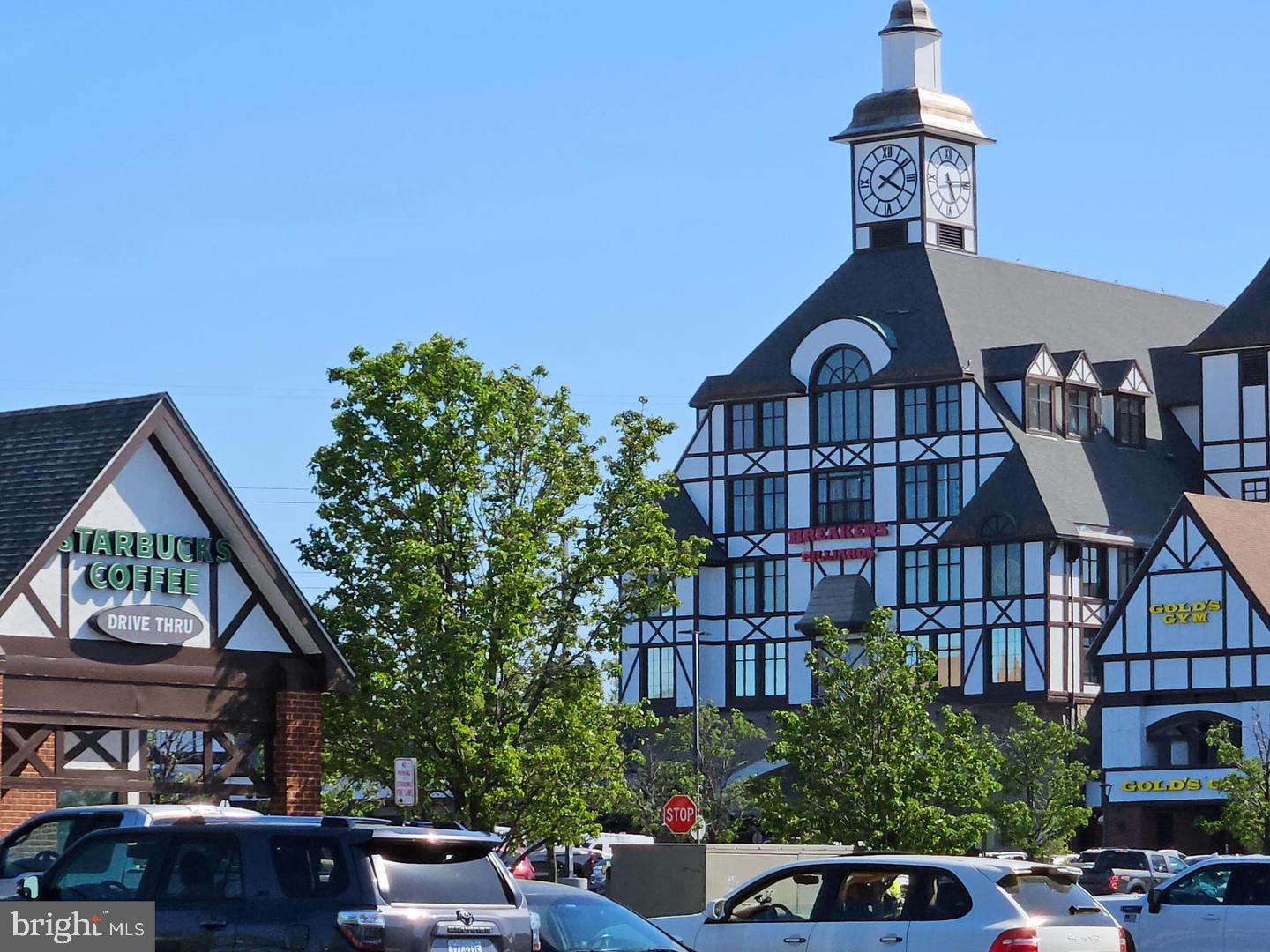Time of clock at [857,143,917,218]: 4:08
